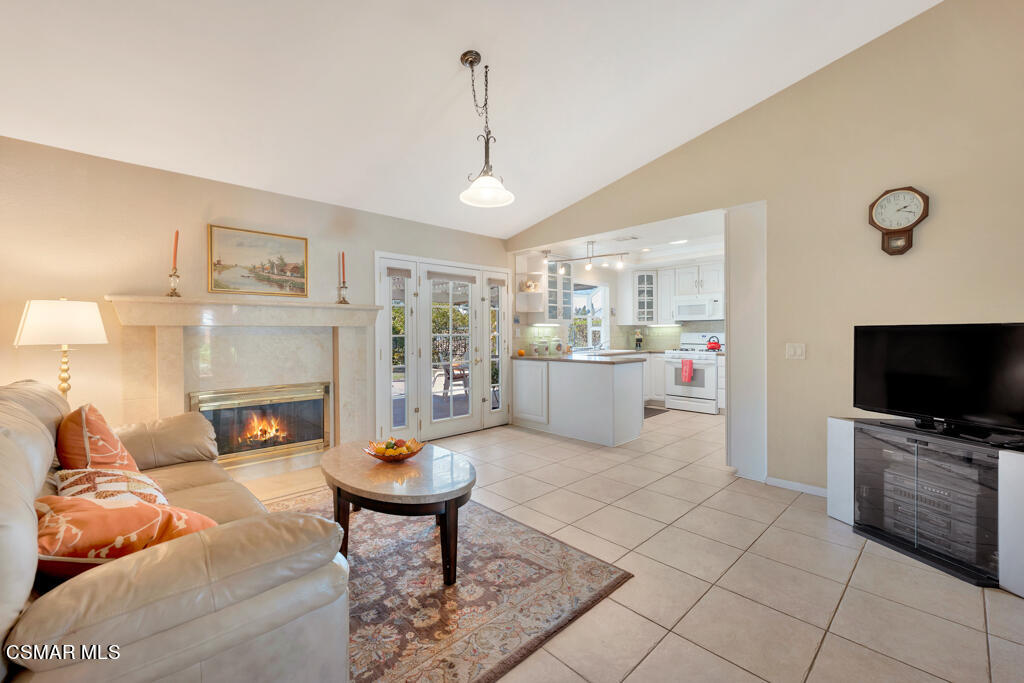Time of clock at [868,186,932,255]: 2:18
